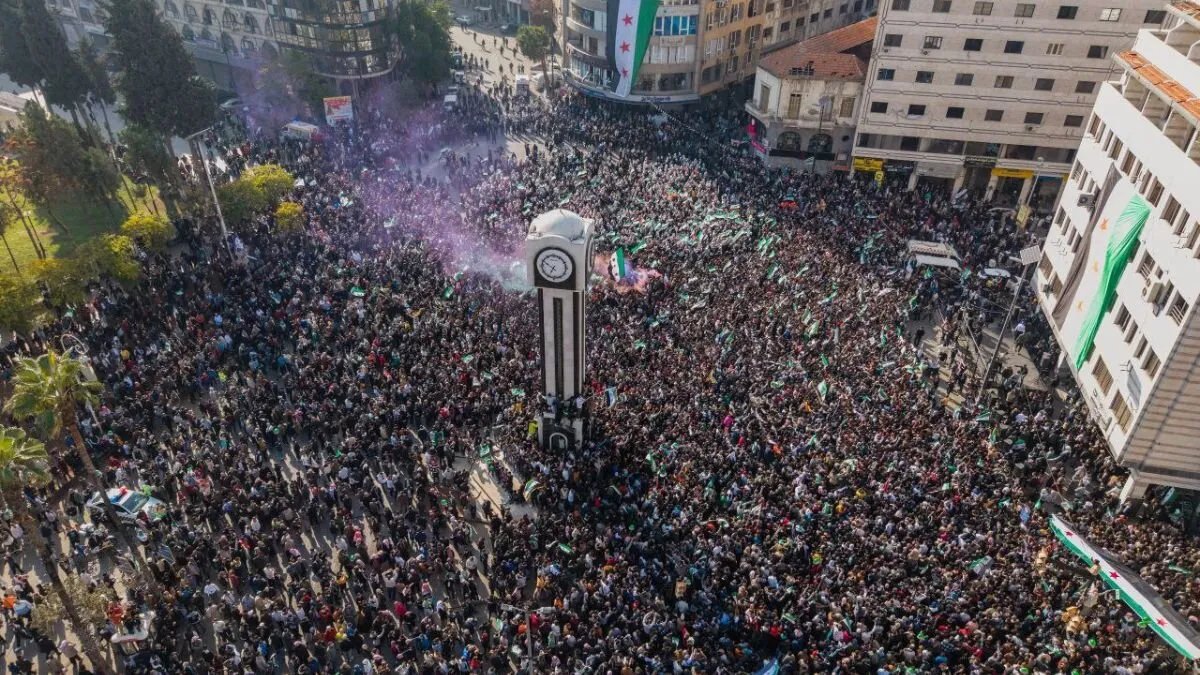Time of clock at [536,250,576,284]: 6:49
